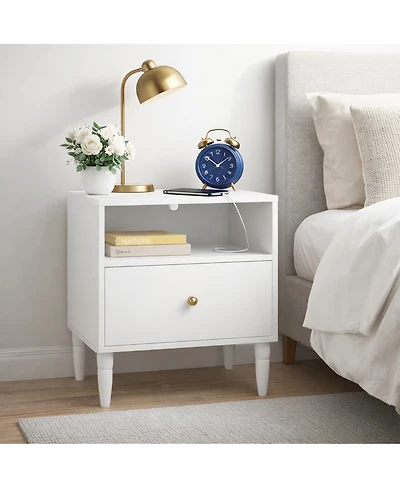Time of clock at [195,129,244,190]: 1:51
